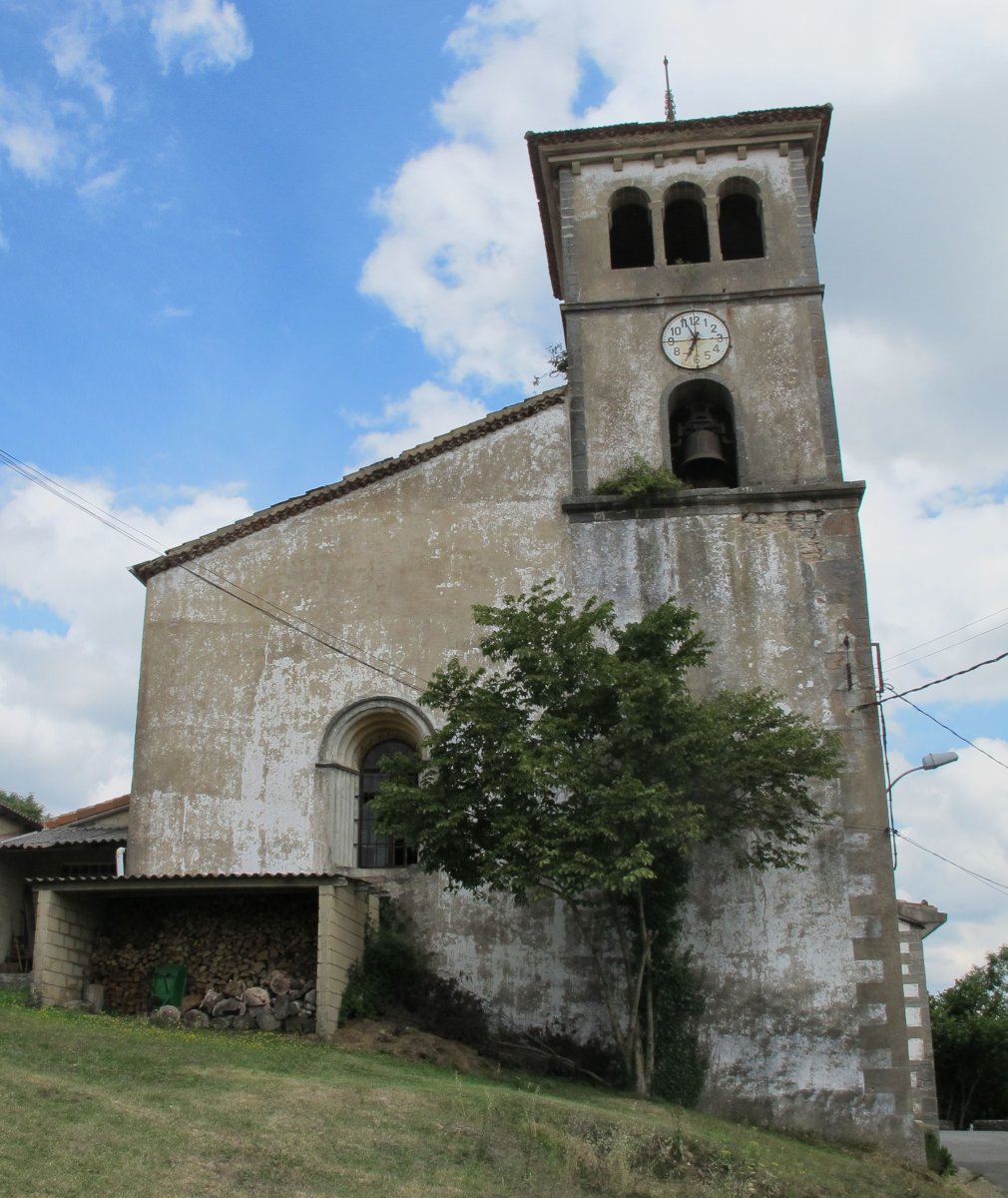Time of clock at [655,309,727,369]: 6:55
